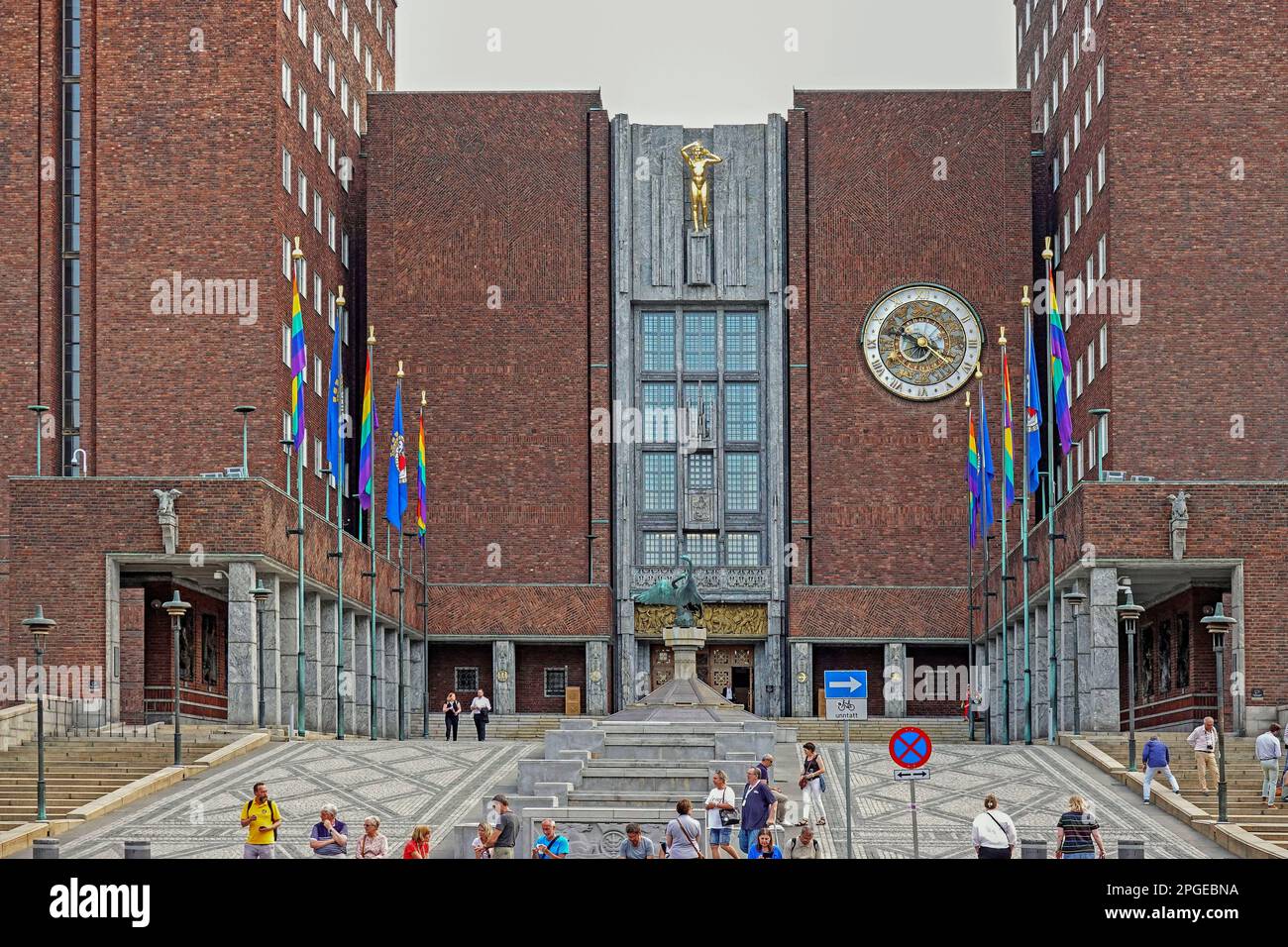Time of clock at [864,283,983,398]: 3:47
